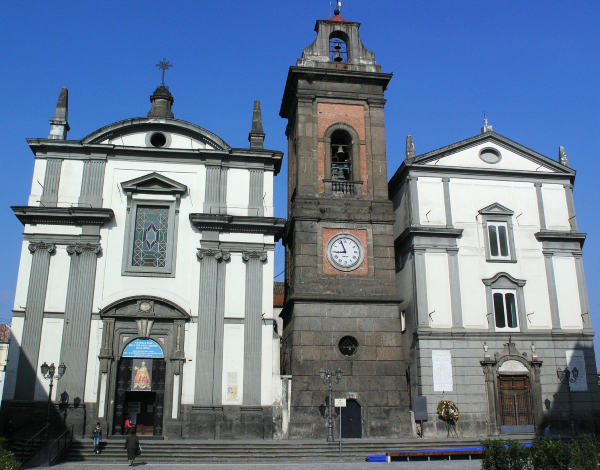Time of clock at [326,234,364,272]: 8:56
